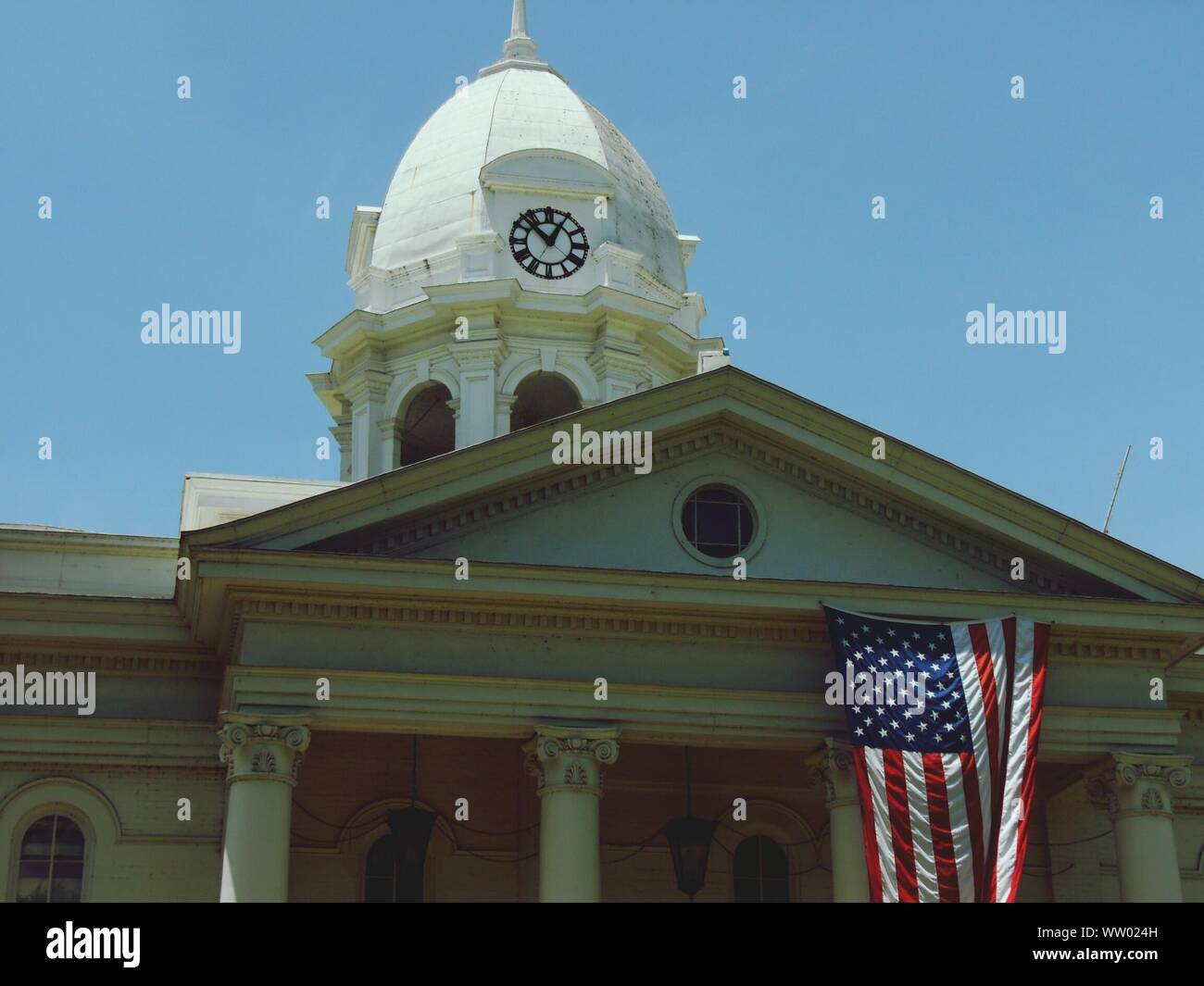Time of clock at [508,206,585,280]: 12:52
